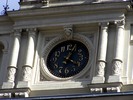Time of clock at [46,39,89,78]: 4:04
